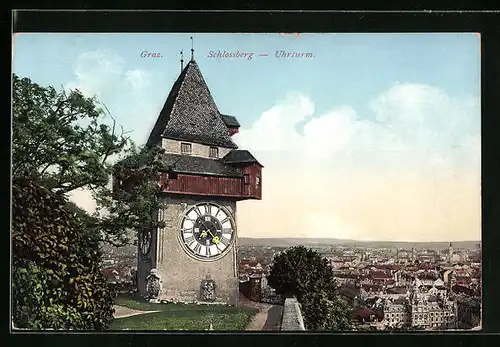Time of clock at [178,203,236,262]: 7:23
